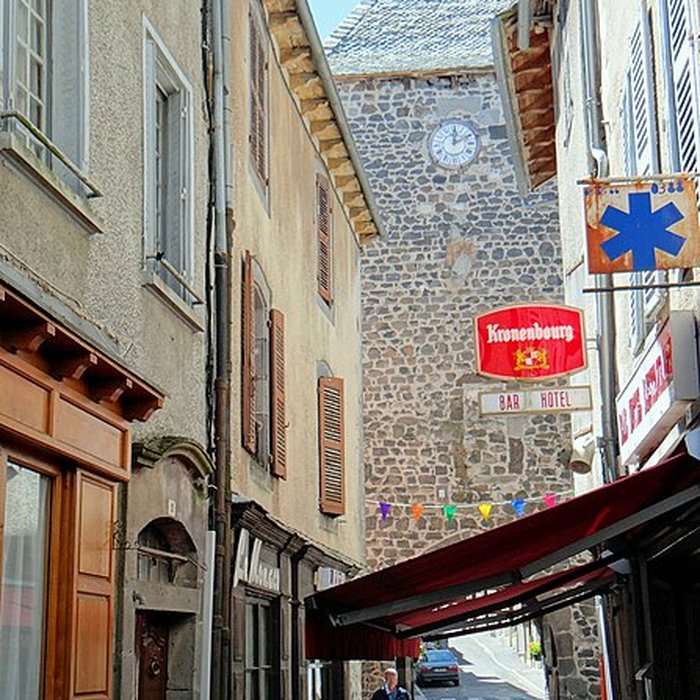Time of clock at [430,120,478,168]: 12:10
